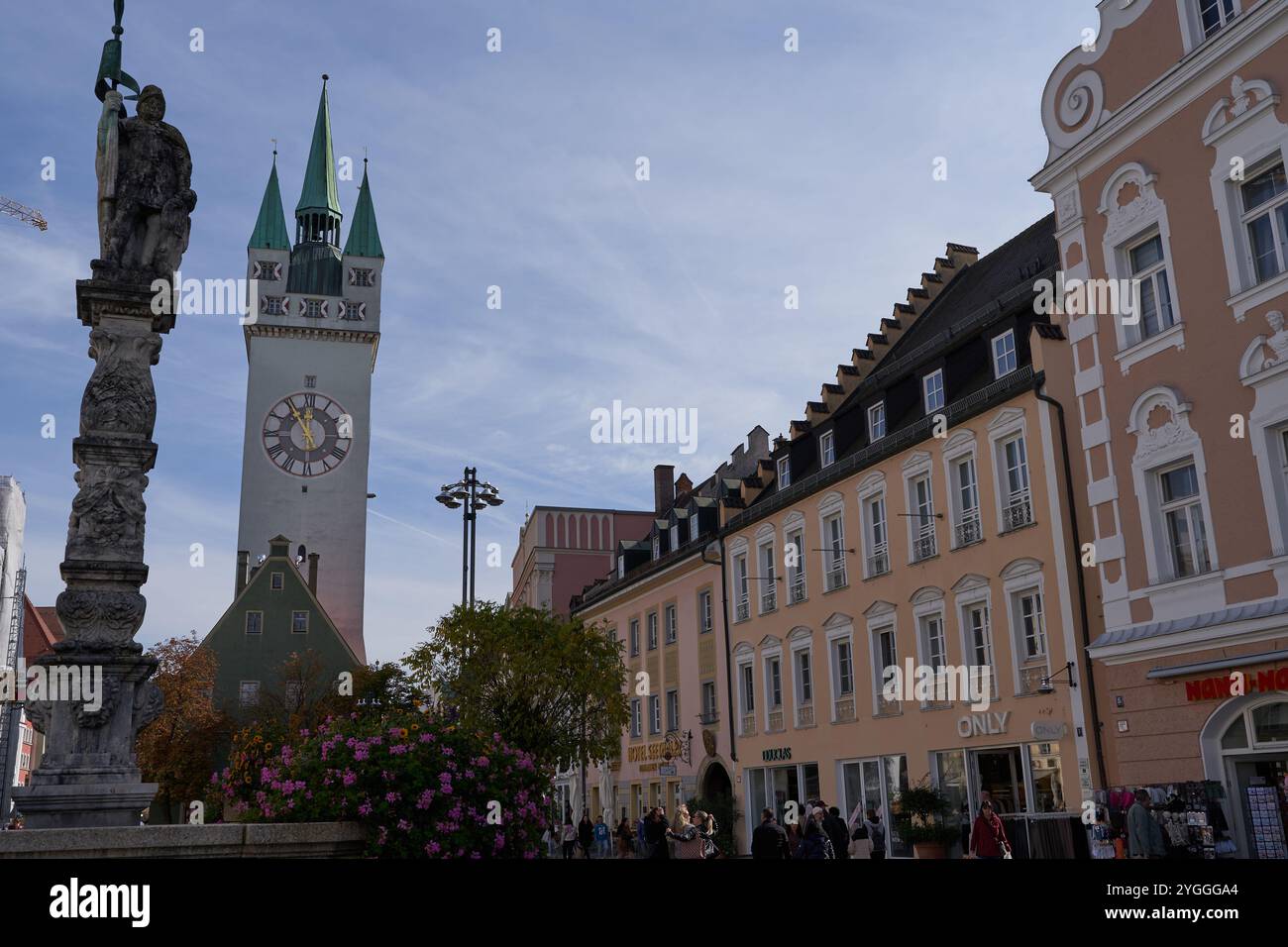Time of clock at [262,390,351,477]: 11:54
